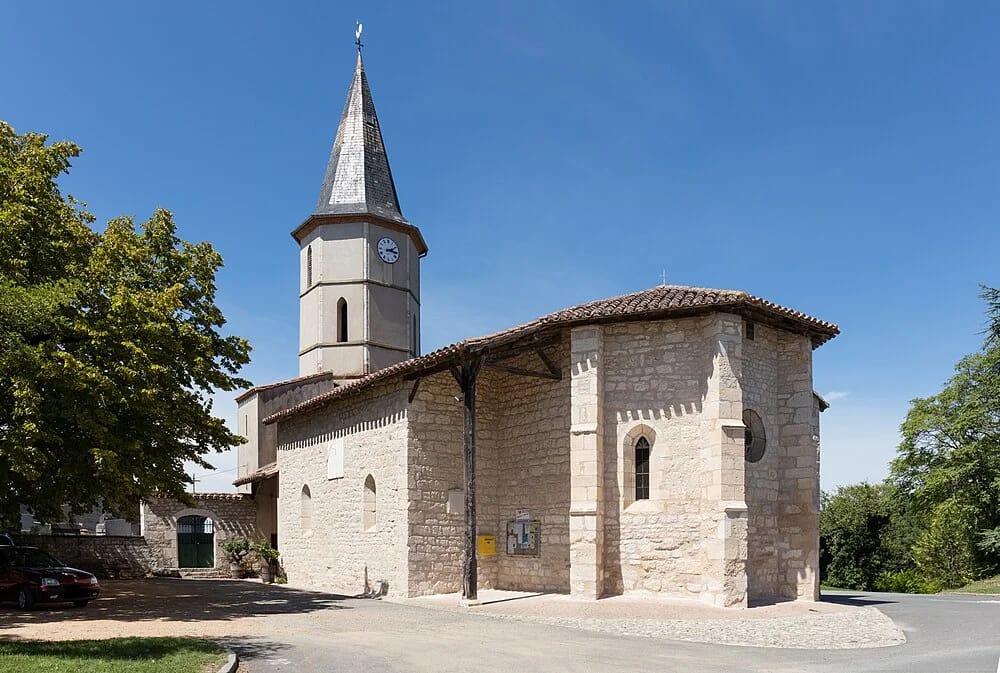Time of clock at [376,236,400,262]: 2:16
